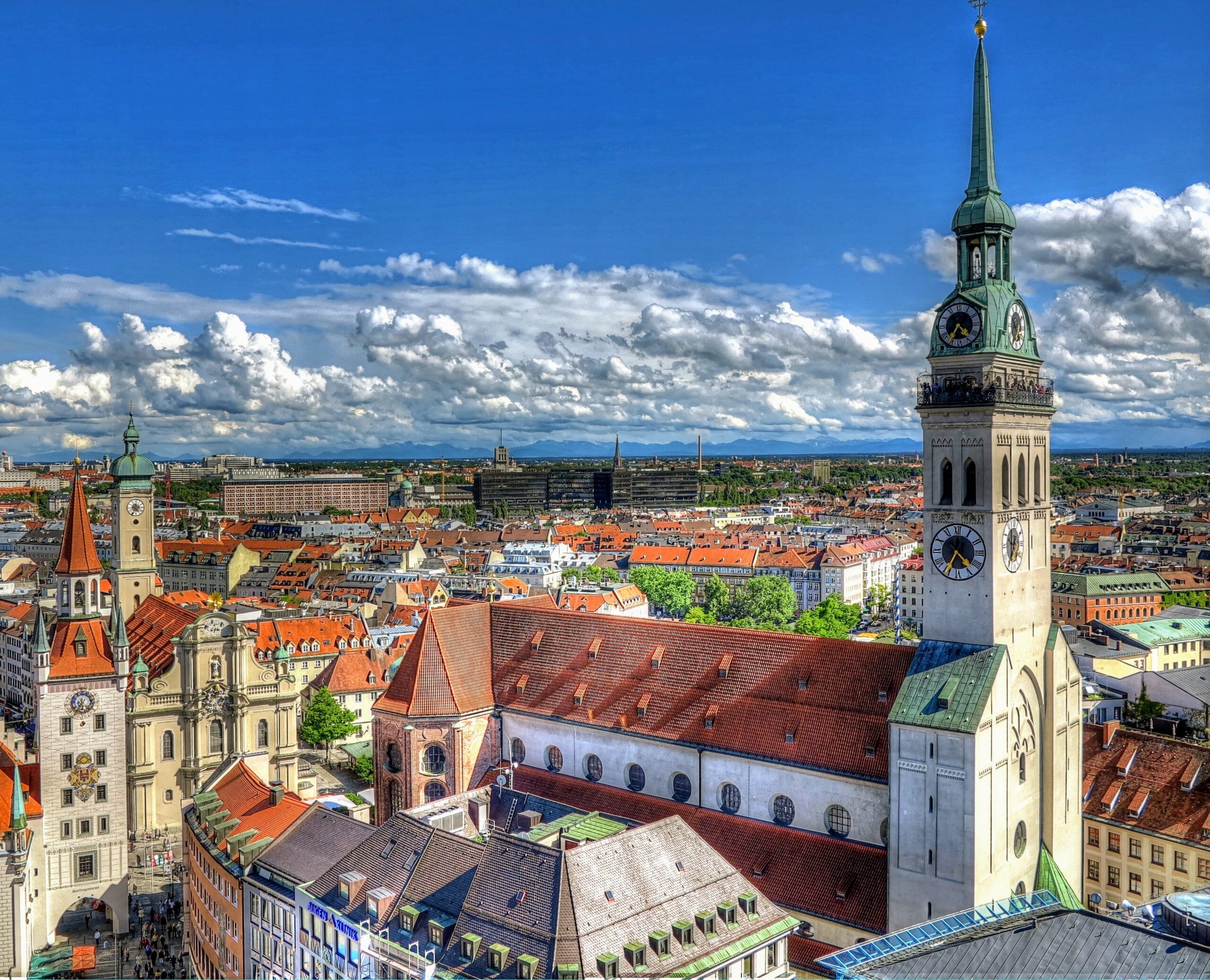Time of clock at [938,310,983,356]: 4:35
